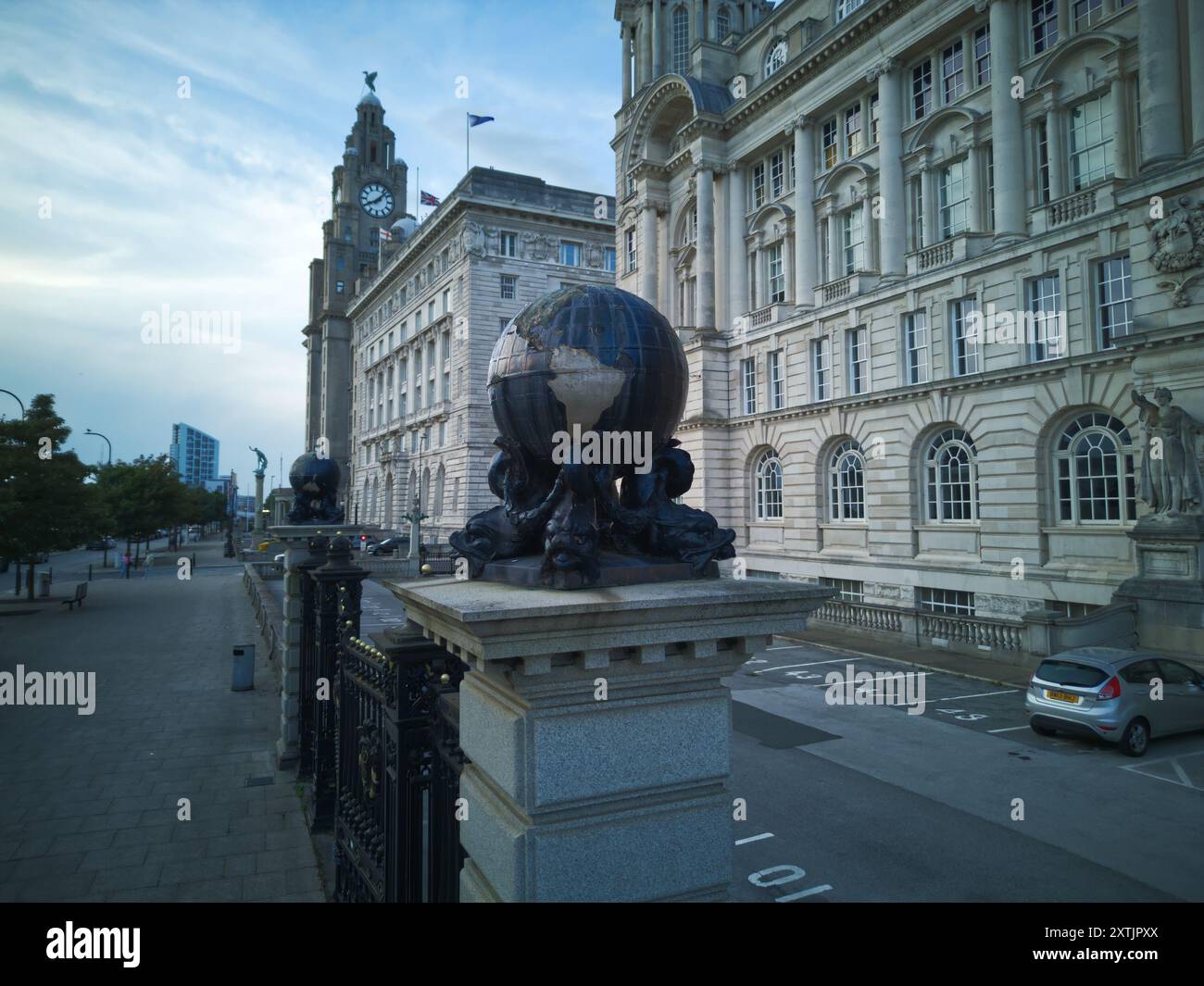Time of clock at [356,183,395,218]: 8:07
